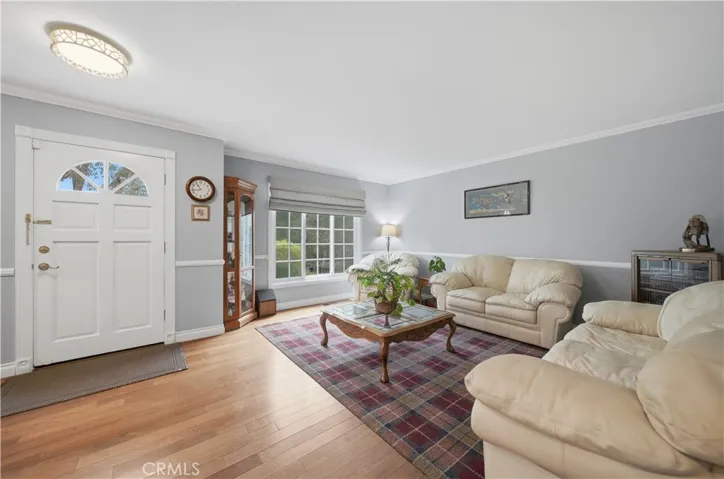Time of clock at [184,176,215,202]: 10:42
